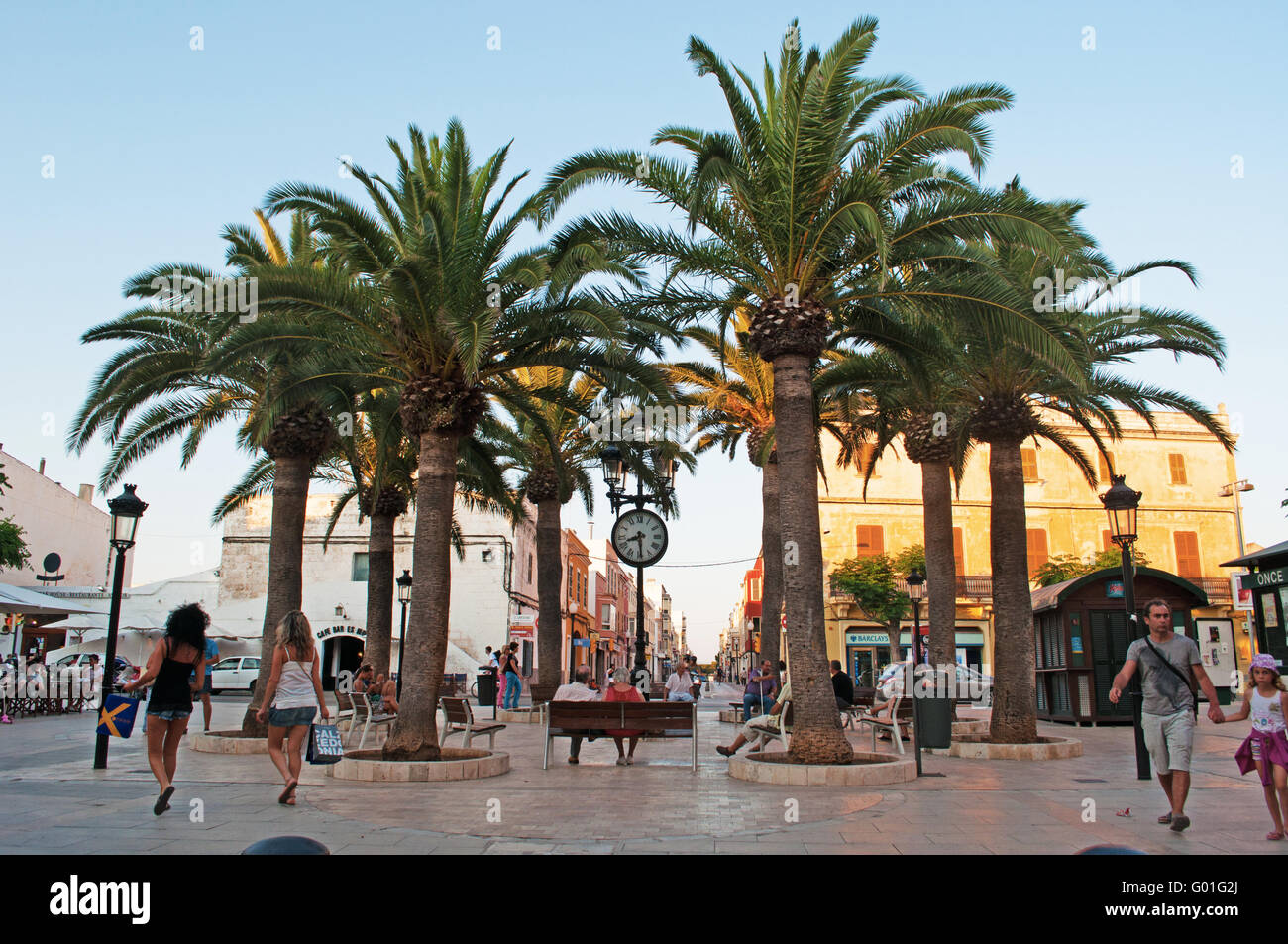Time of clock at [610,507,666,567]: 8:29
